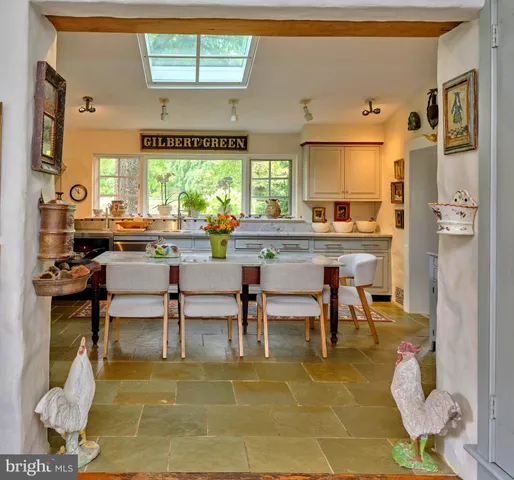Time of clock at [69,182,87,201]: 11:53
